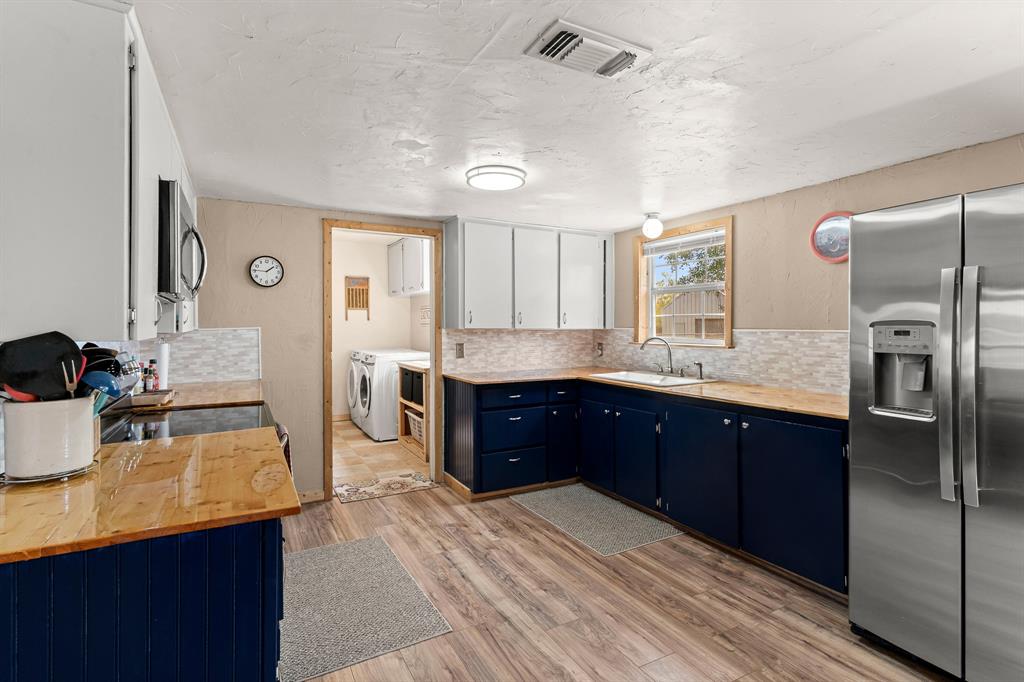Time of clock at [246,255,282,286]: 1:46
